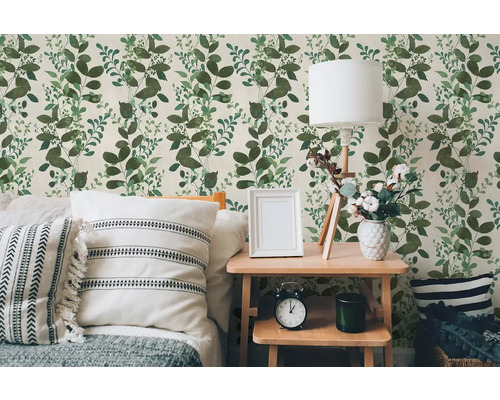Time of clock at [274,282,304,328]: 1:00
